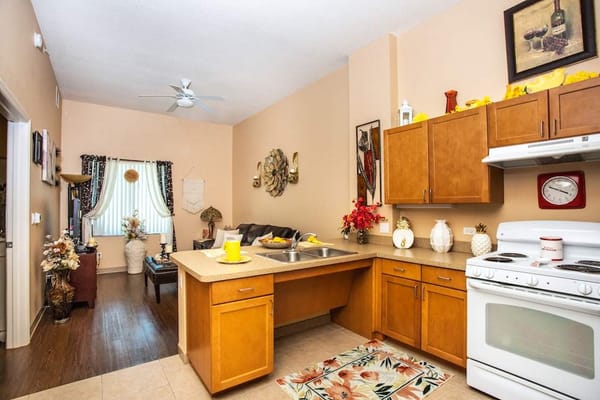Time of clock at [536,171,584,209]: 3:49
